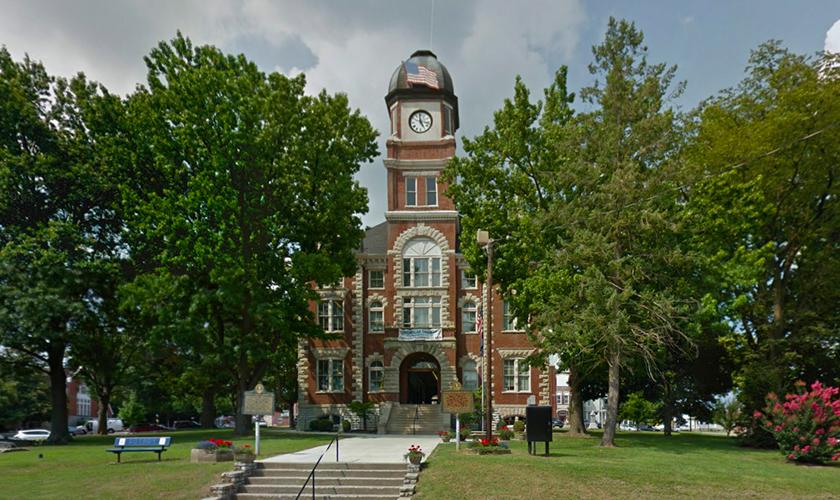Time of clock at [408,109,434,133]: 4:58
